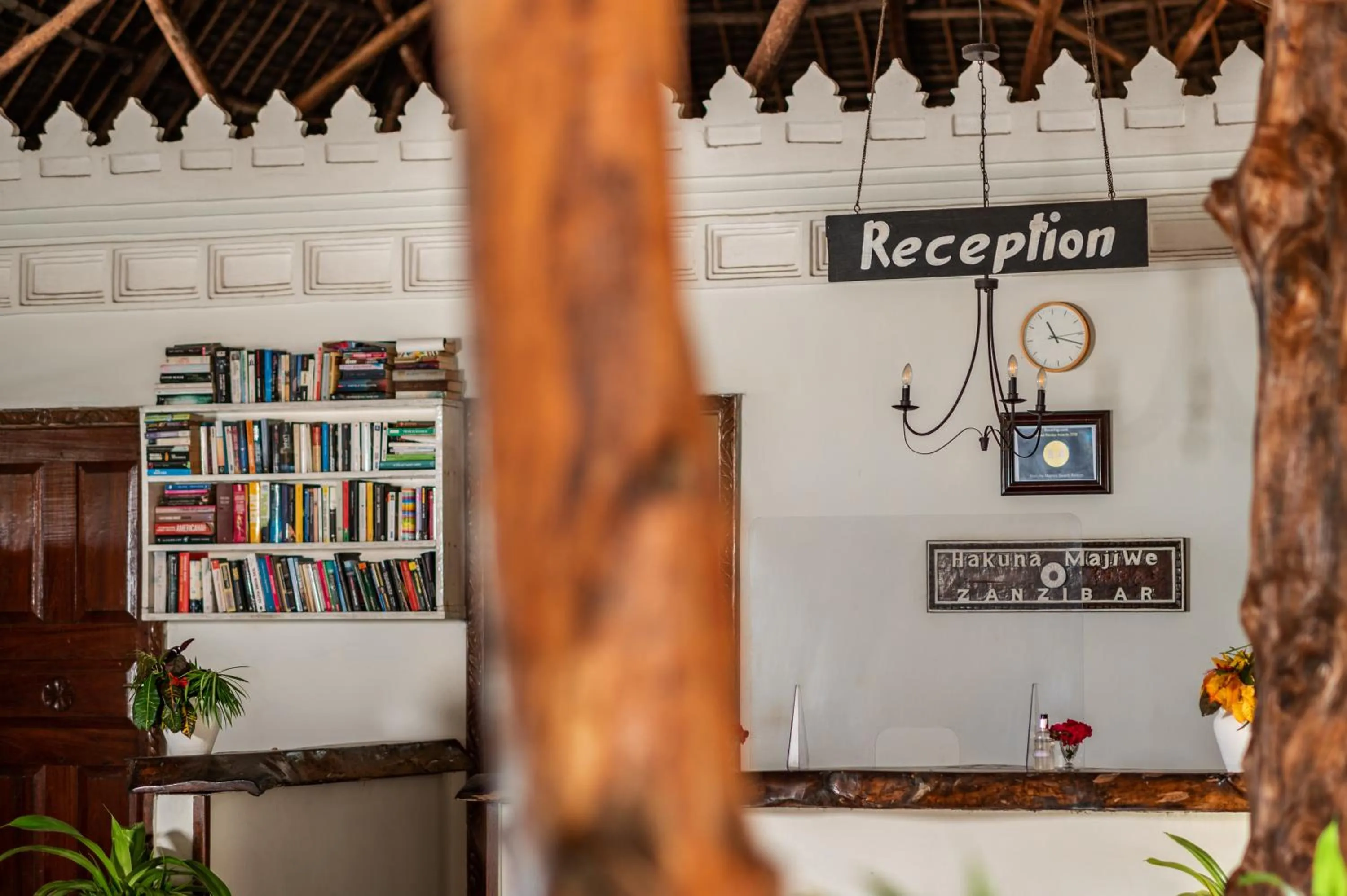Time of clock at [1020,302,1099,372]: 11:18
